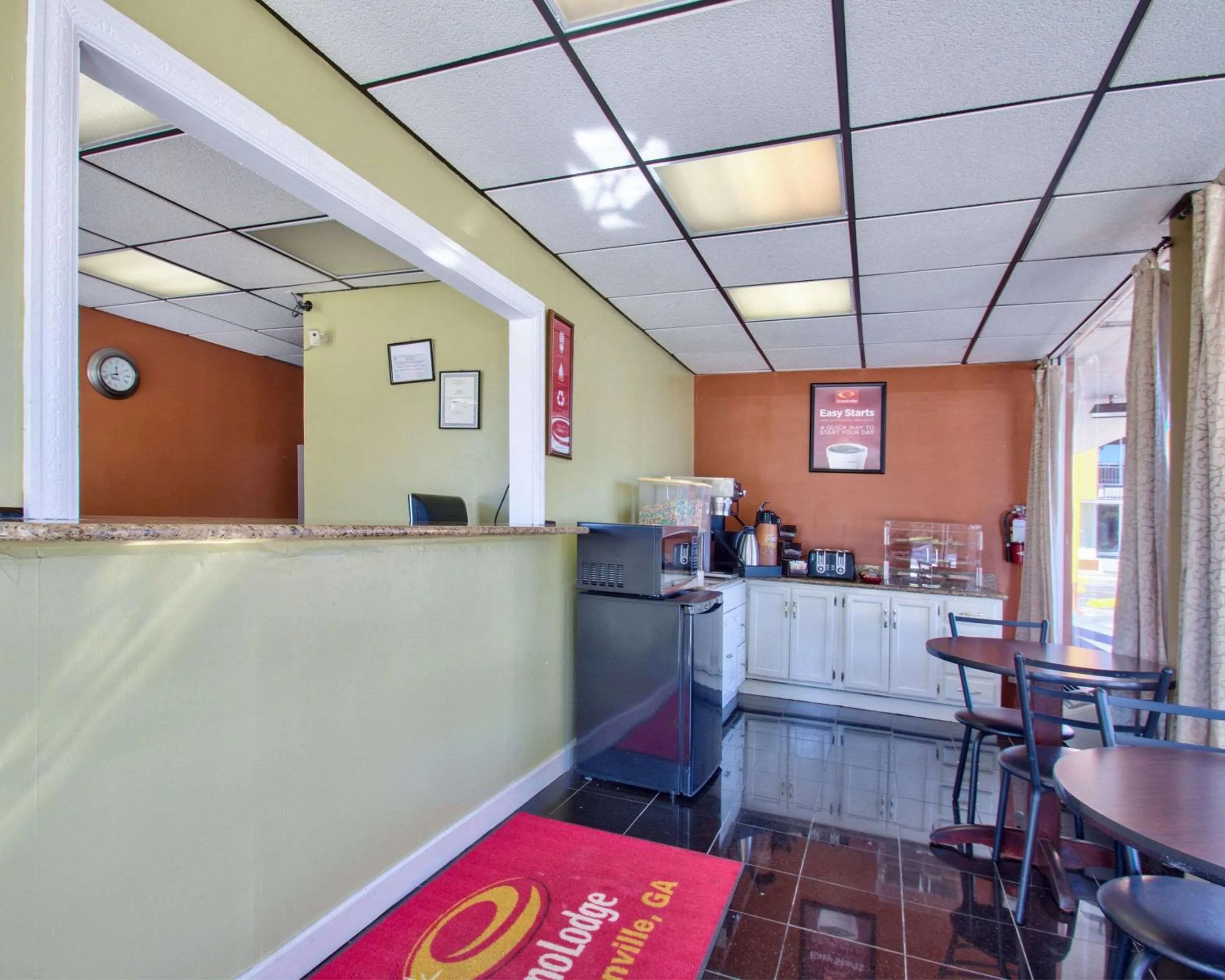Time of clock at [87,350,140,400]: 11:42
